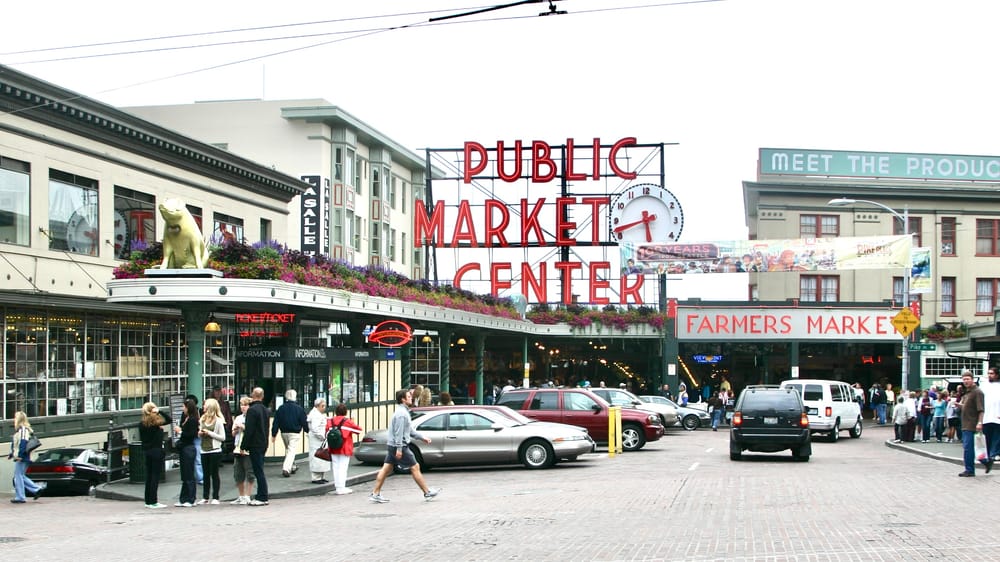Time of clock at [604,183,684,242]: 5:42
